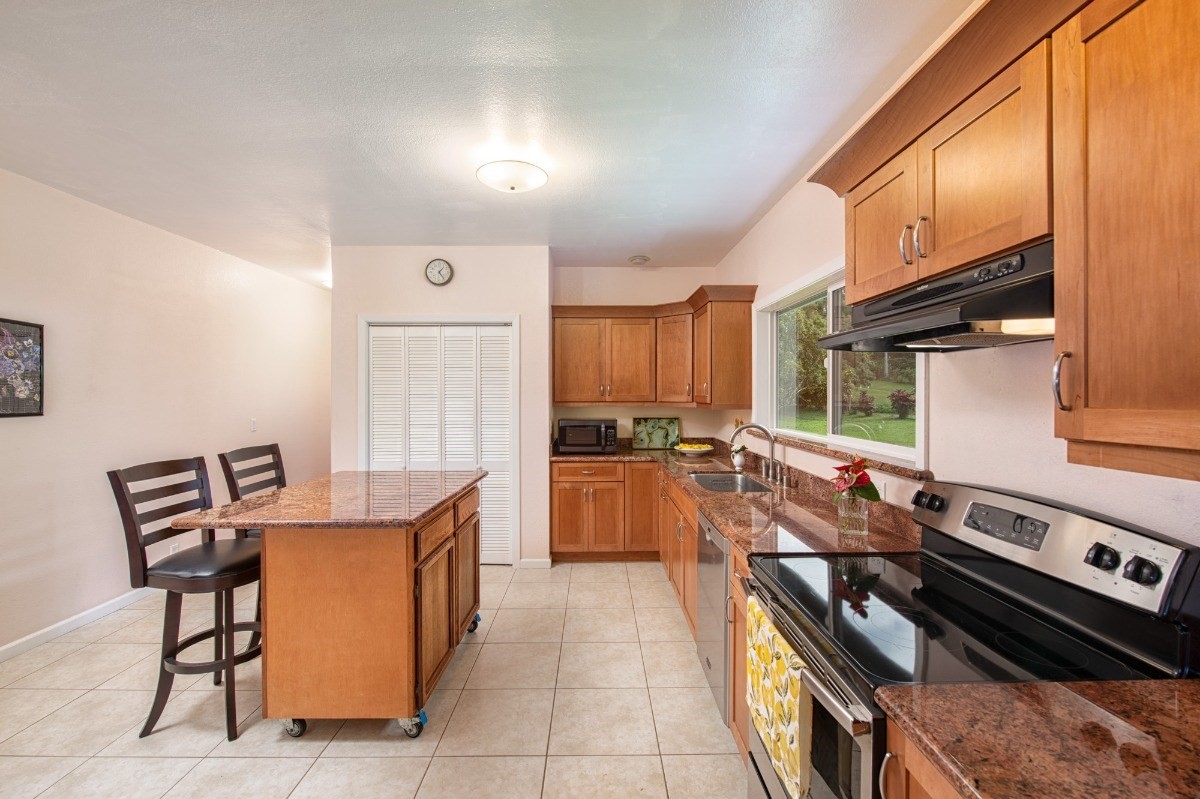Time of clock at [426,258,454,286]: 1:24
